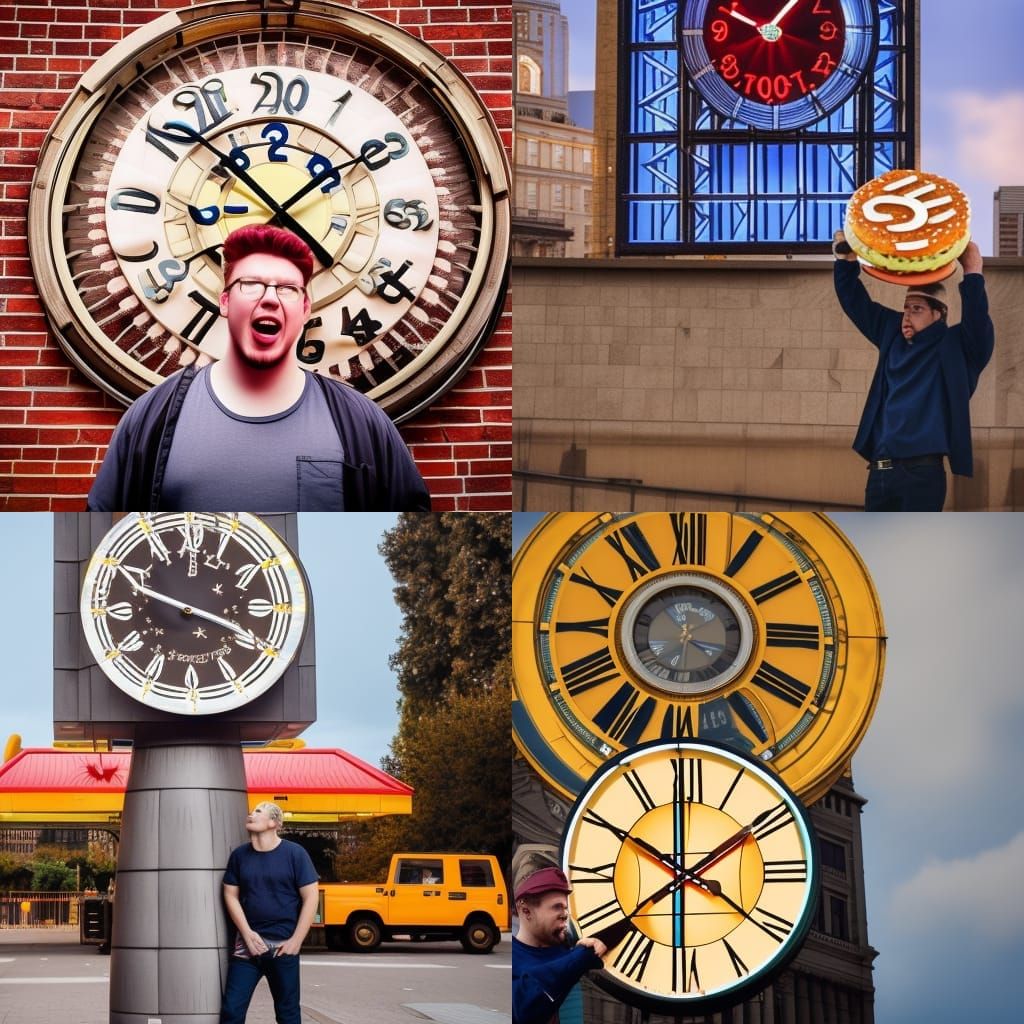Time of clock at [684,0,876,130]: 10:07
